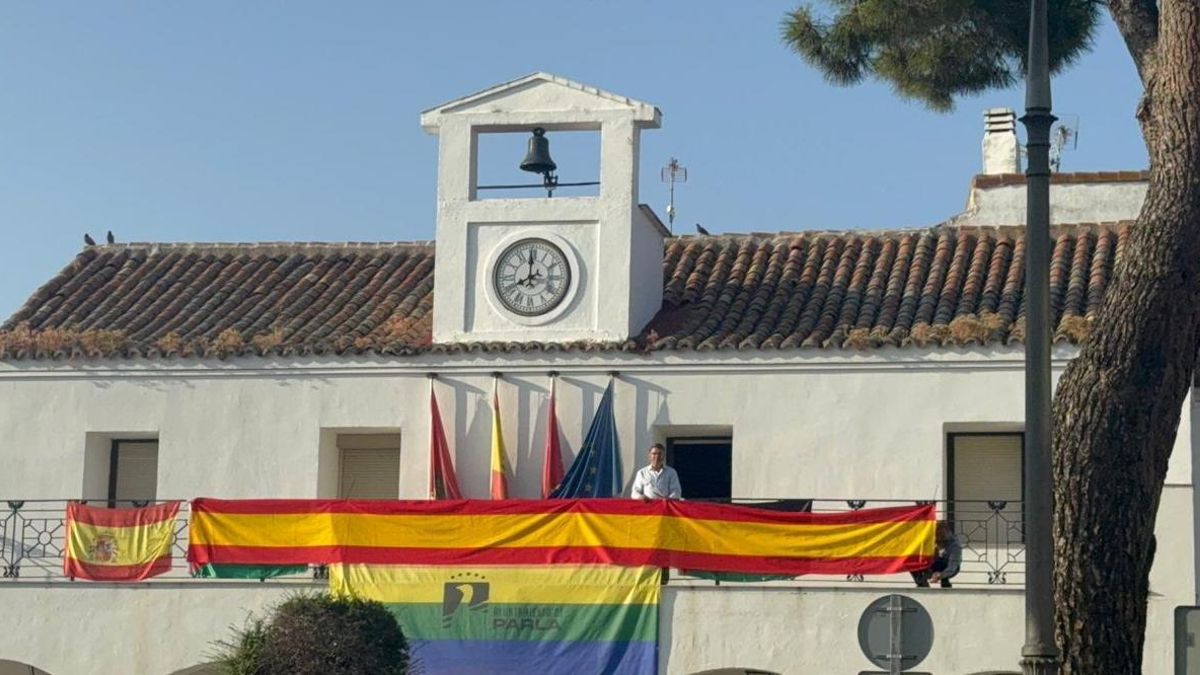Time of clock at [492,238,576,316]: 7:59
